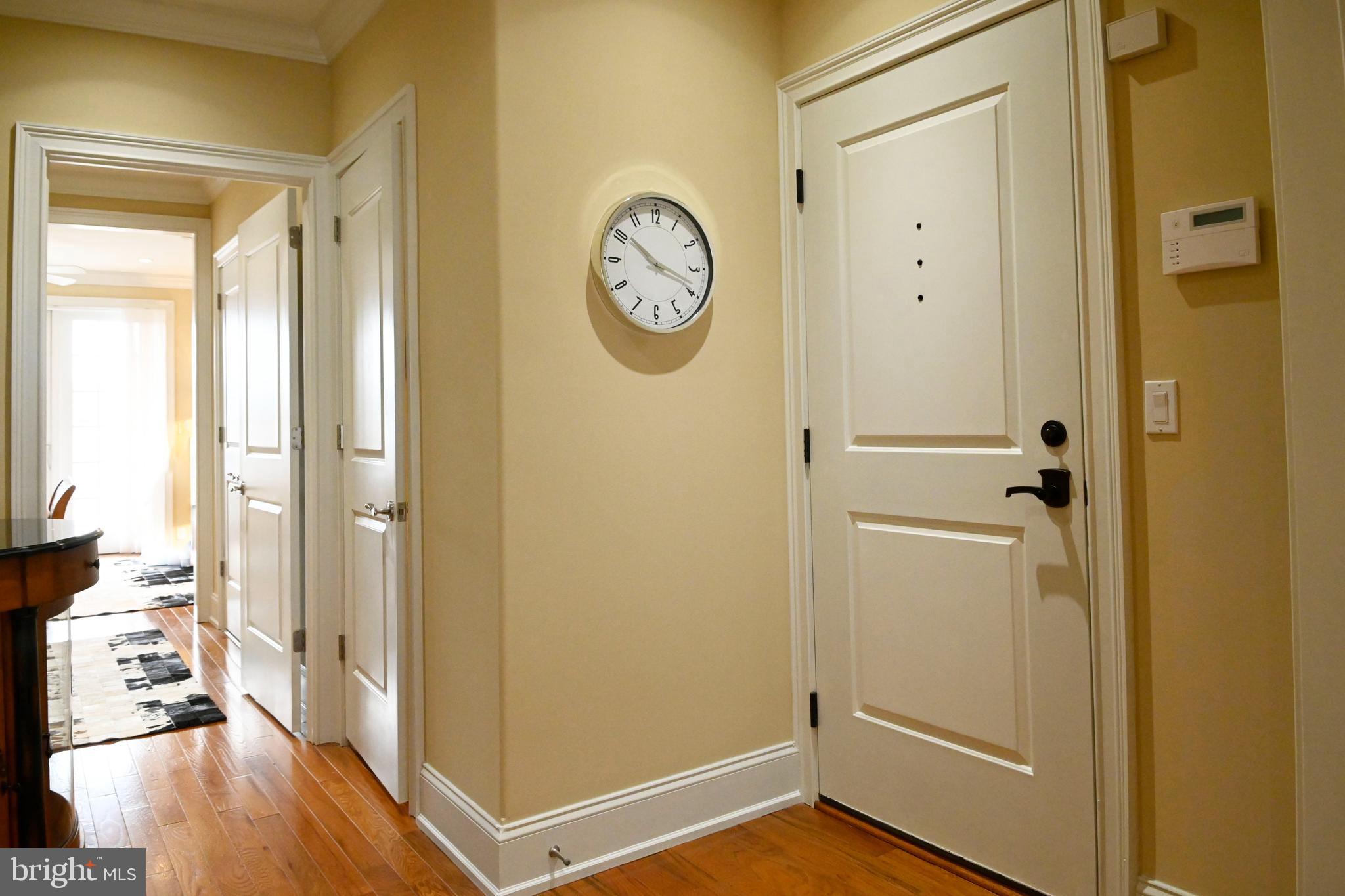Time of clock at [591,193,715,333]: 10:18
